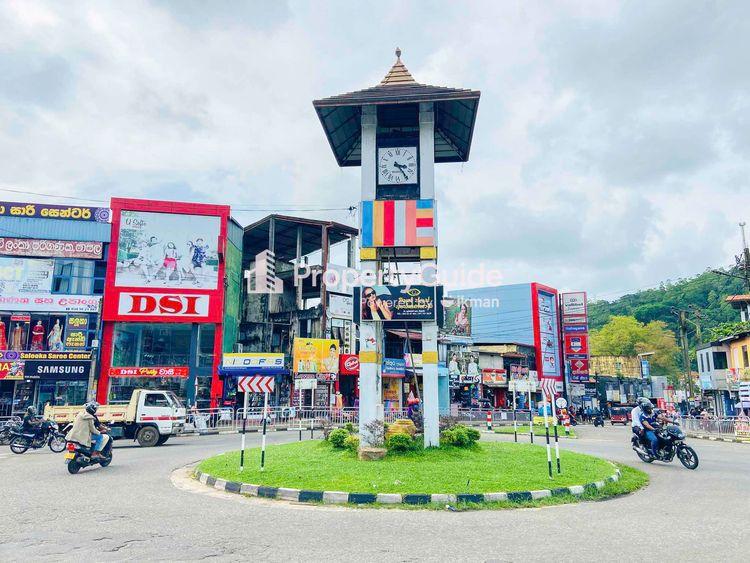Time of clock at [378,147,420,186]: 3:24
